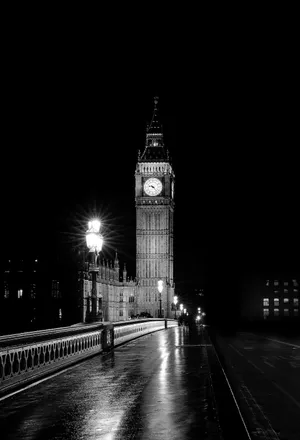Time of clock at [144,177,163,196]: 9:22
